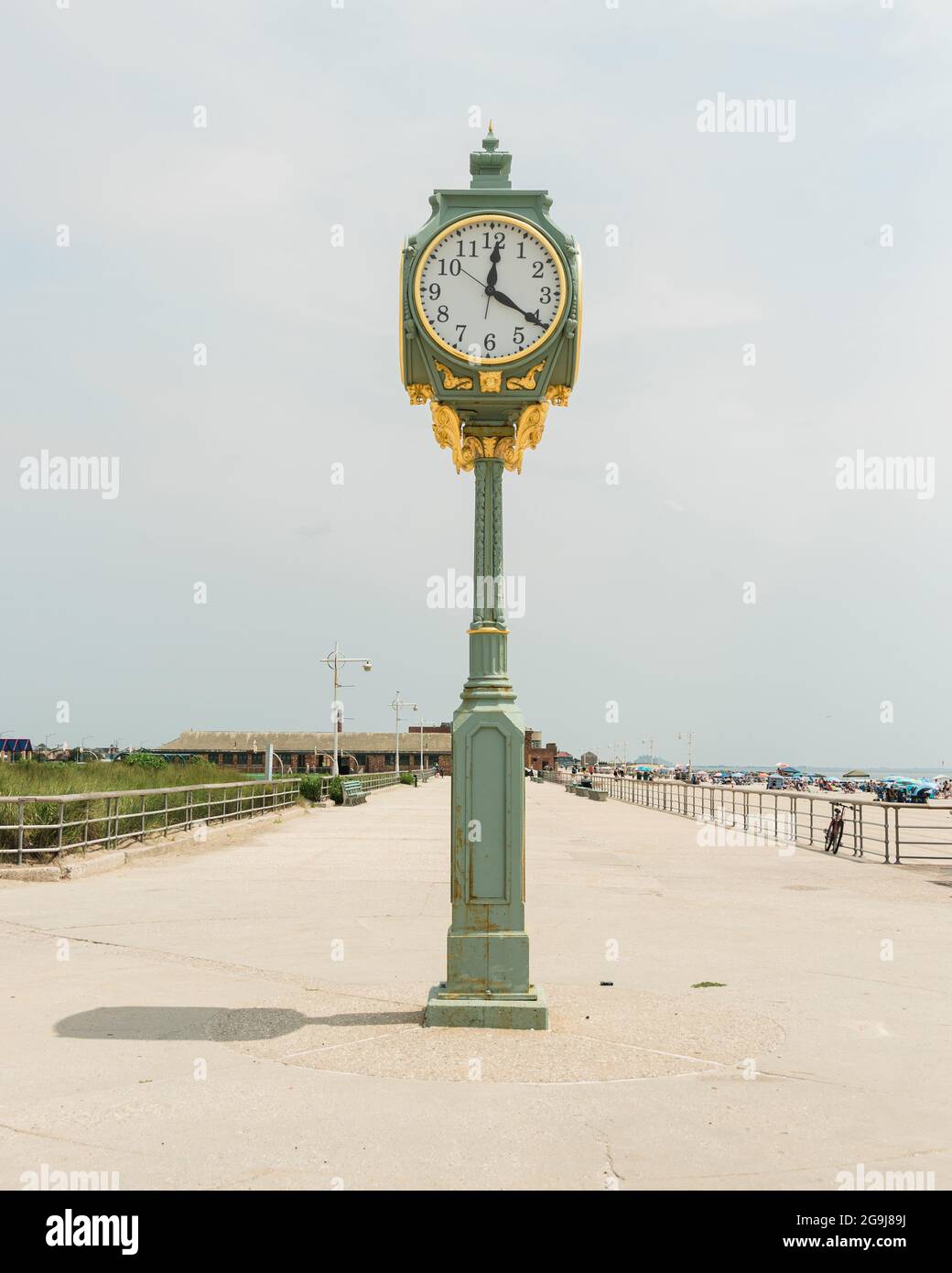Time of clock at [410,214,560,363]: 12:20
